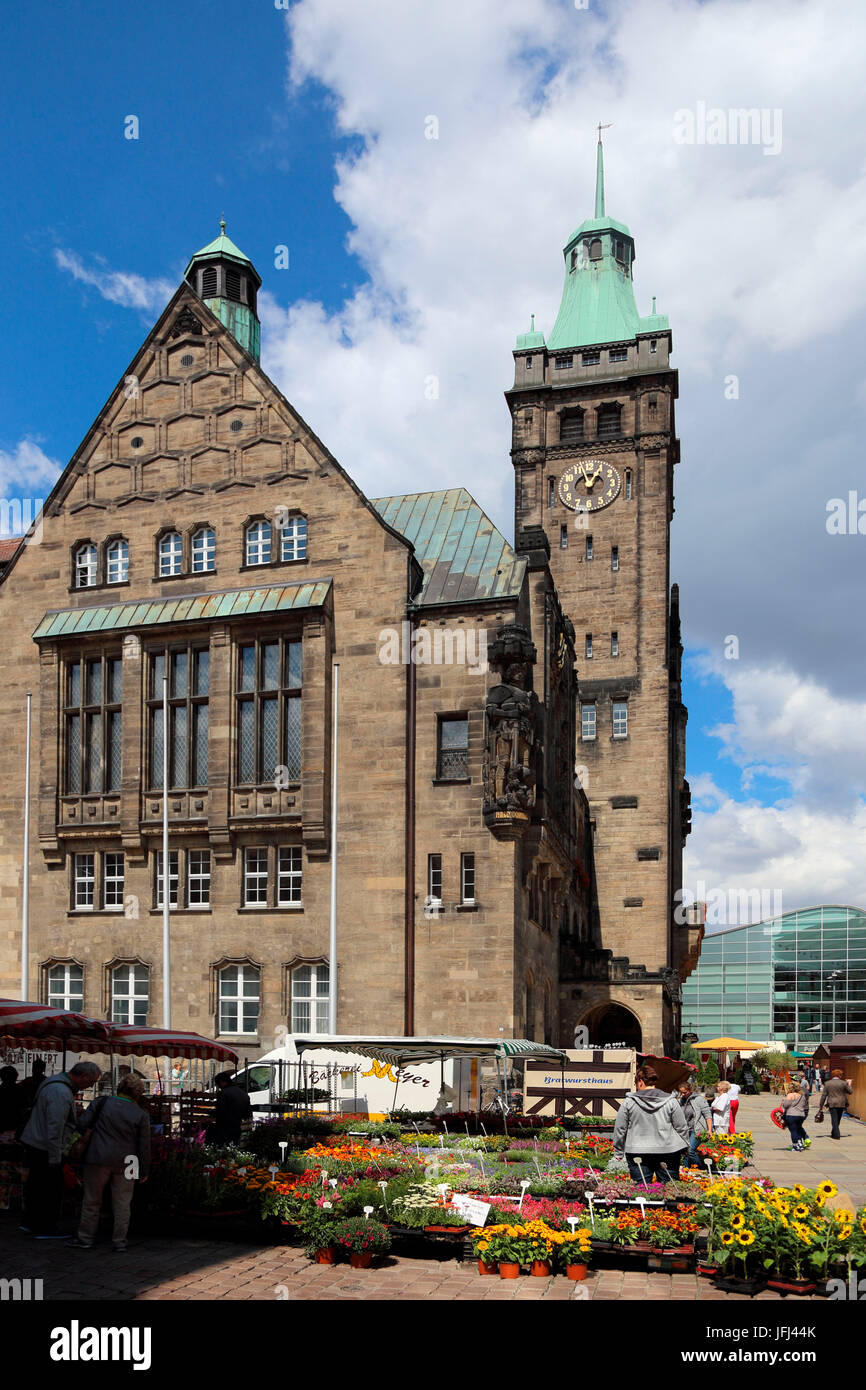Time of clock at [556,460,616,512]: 12:57
